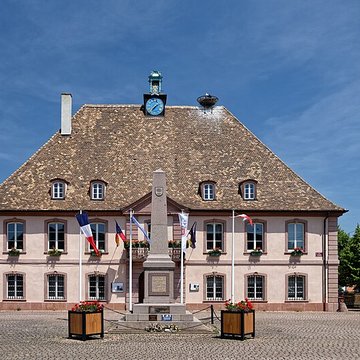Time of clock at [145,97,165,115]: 7:08
